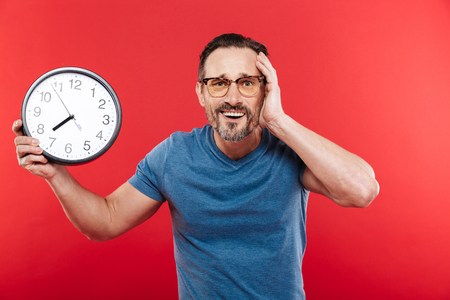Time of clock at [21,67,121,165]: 7:37
